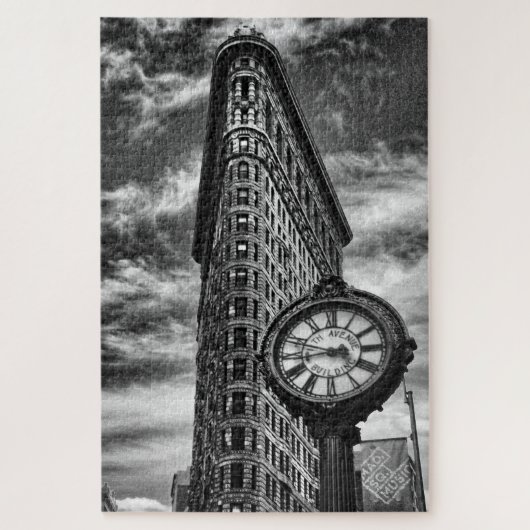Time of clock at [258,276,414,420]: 8:47
